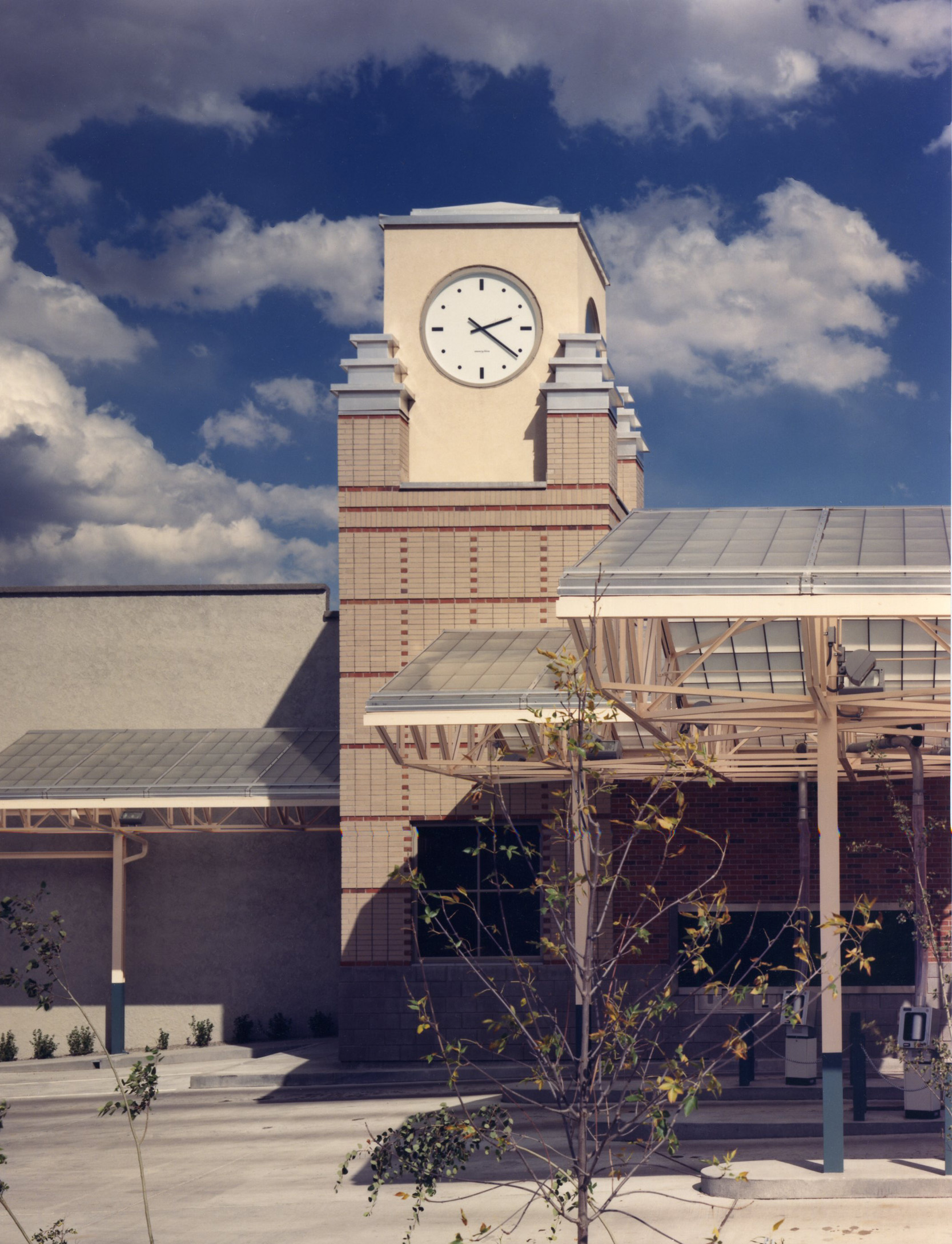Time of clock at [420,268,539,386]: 2:21
